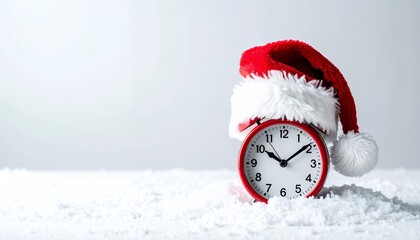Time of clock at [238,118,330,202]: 10:08
